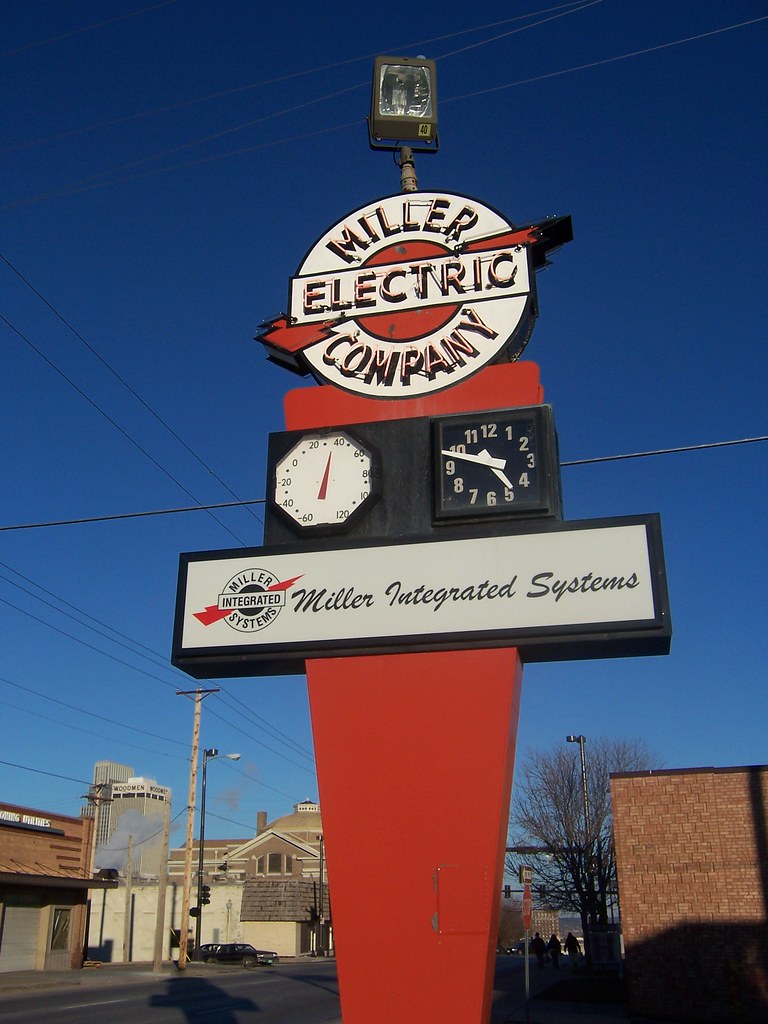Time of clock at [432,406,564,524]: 4:48
